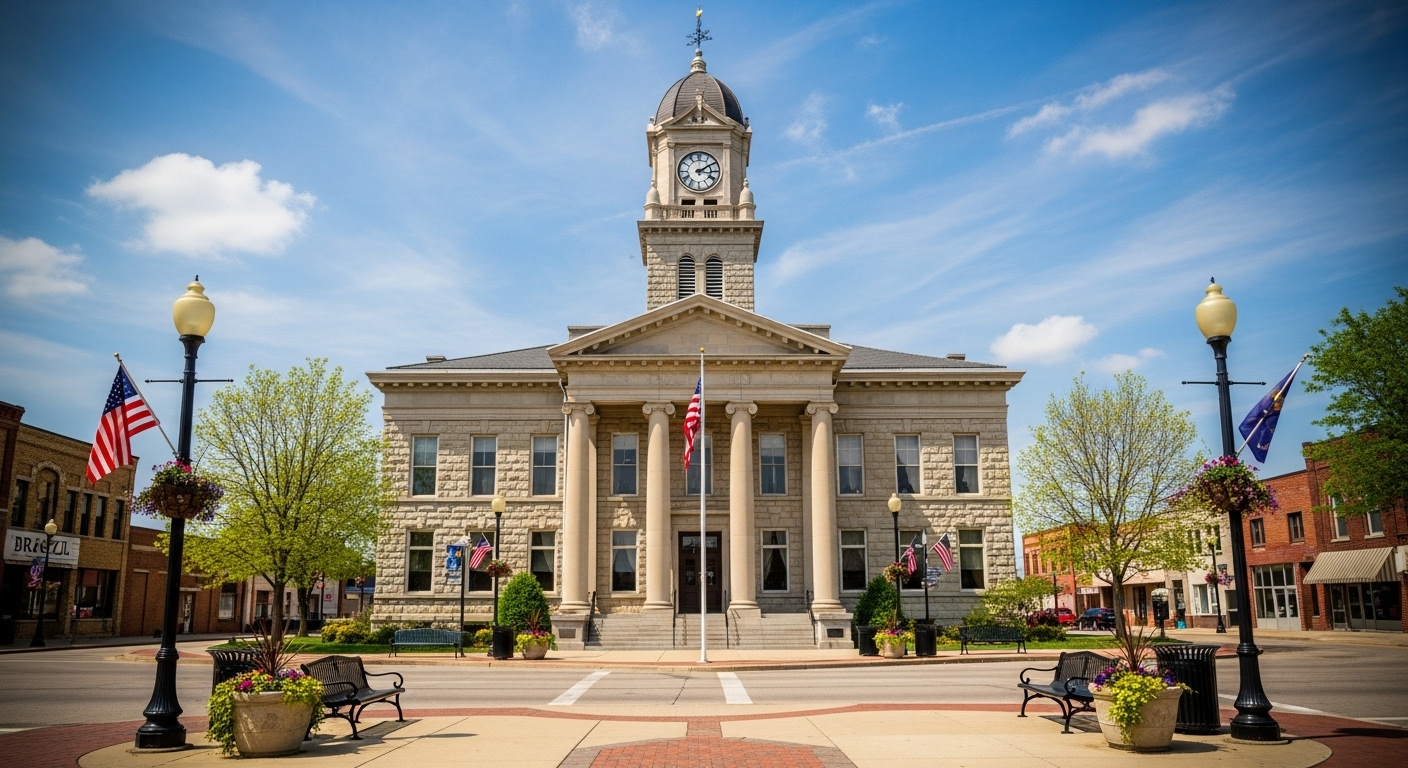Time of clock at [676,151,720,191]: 3:09
